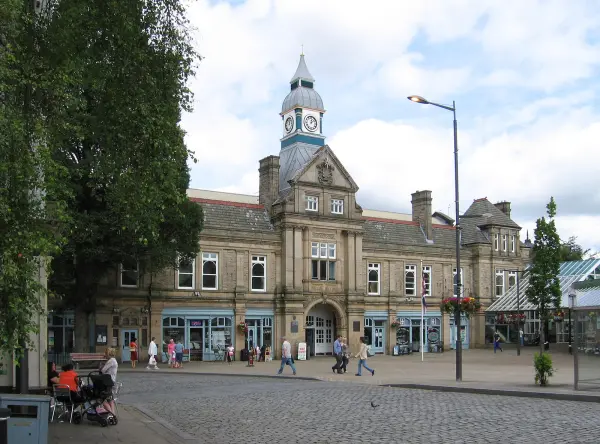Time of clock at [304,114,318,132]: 12:07
